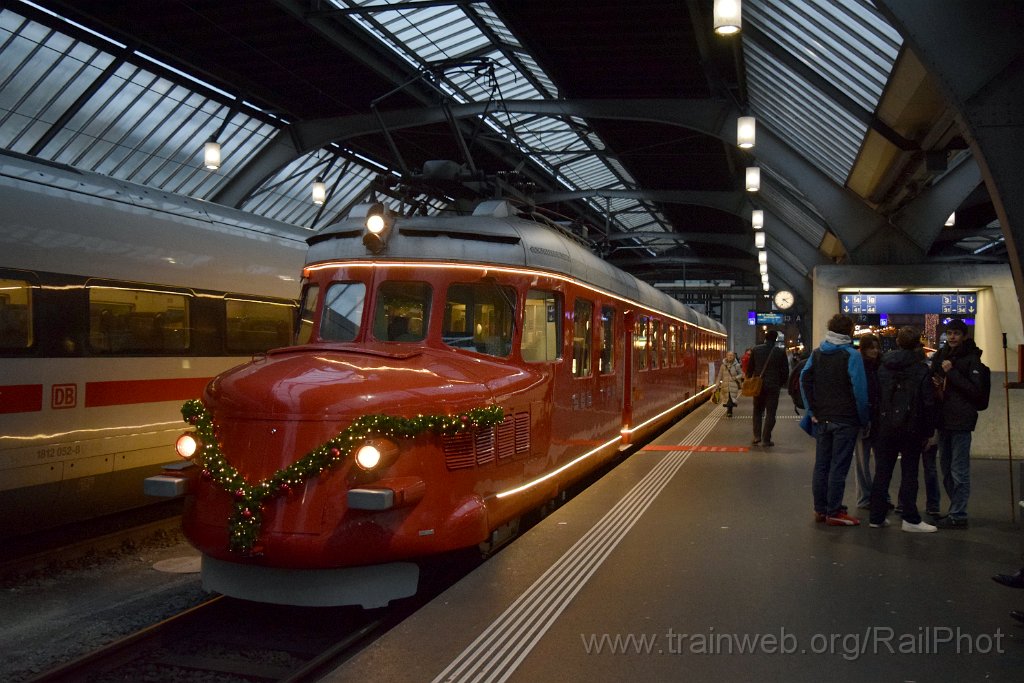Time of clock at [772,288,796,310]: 4:12
